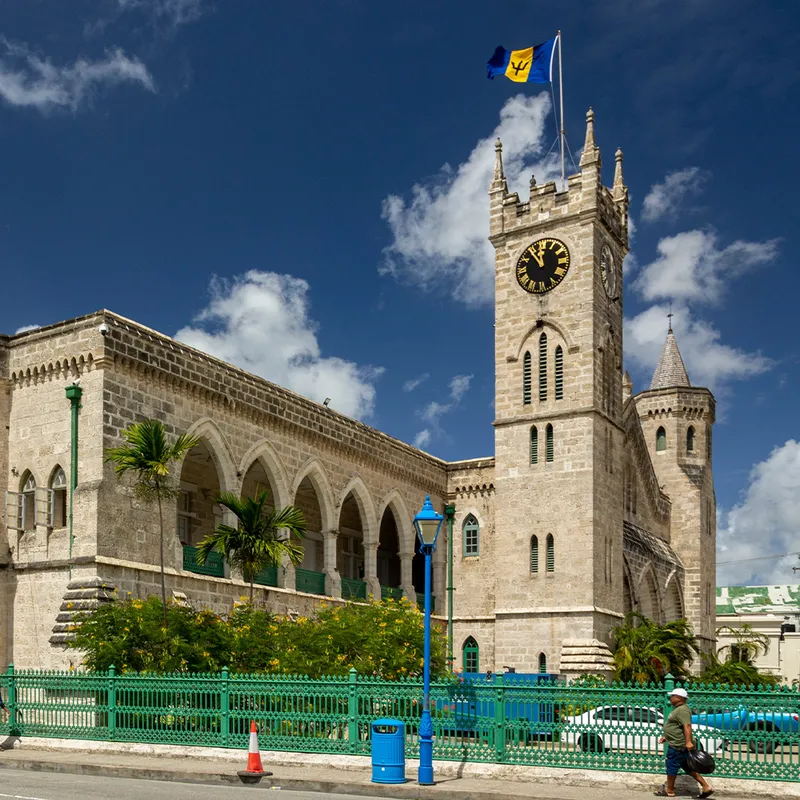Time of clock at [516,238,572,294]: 11:53
